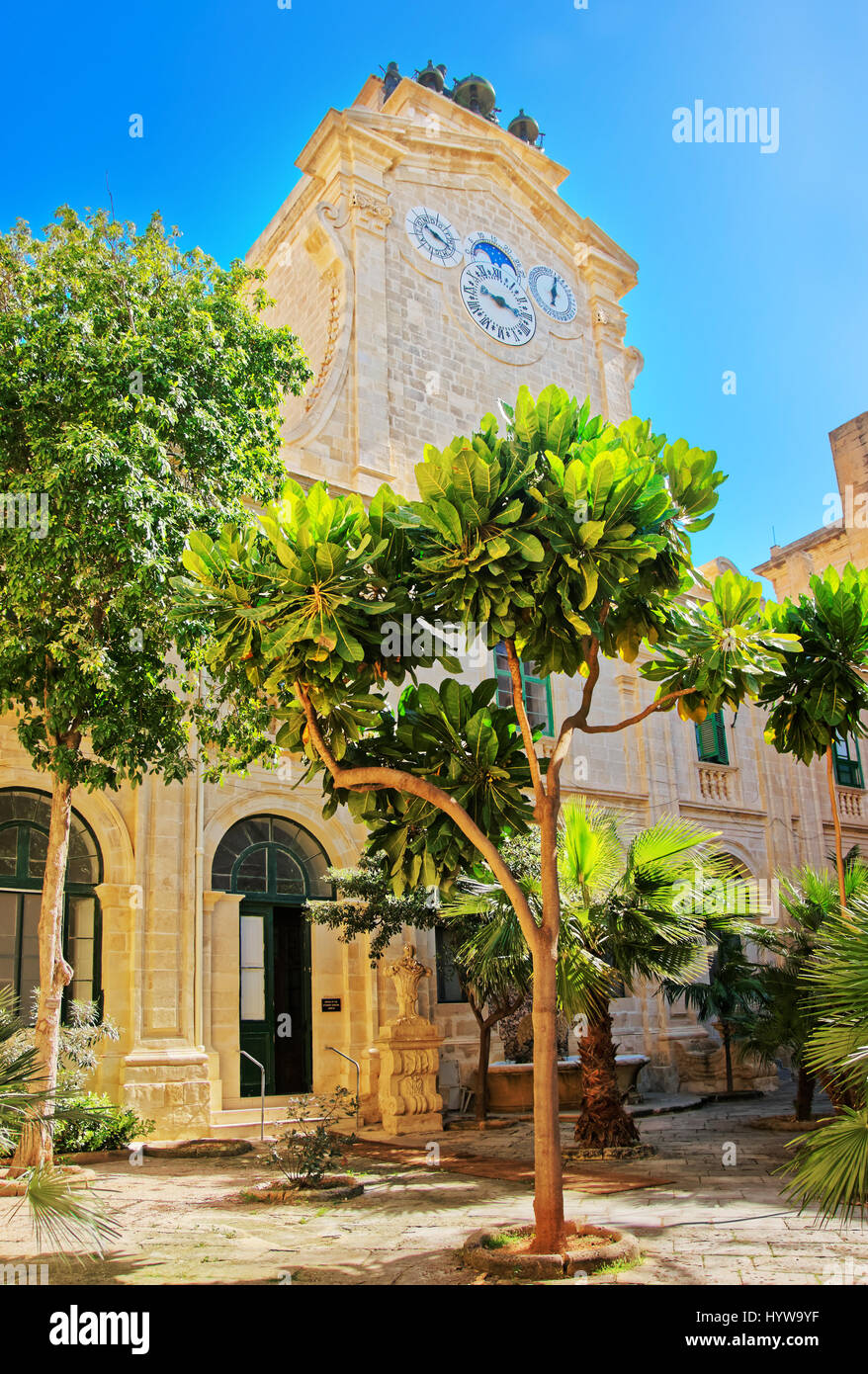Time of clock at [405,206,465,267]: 10:20
